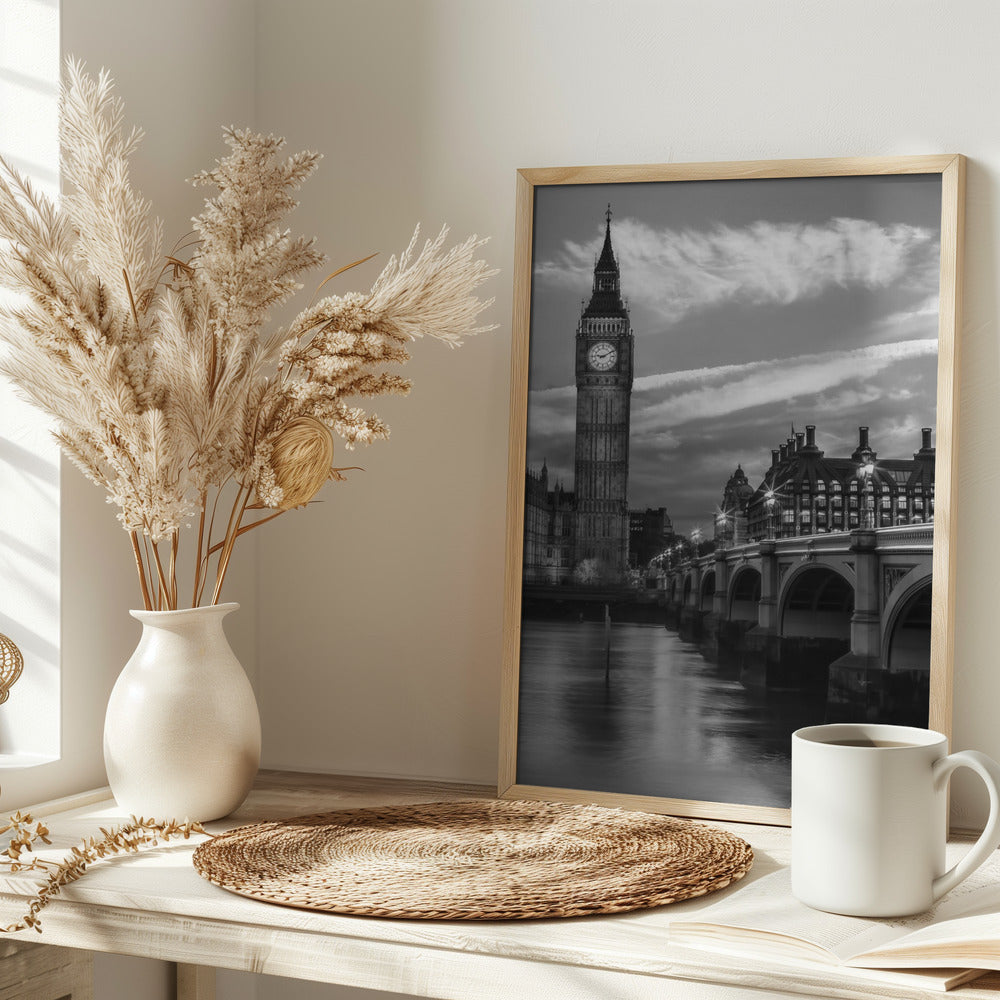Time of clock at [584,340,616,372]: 9:10
